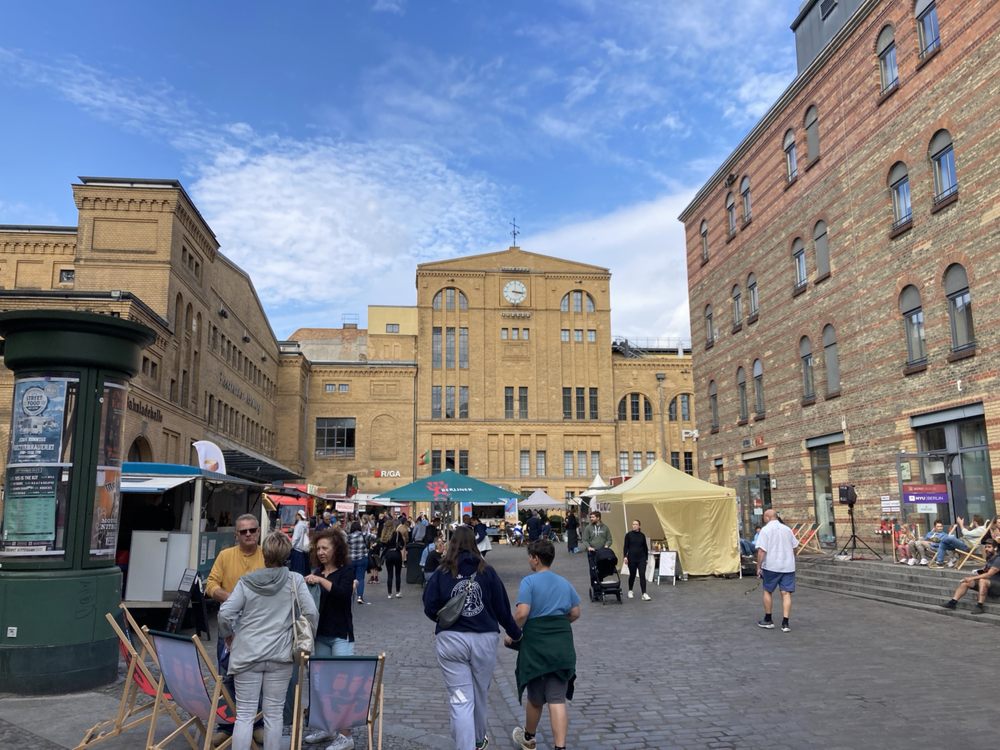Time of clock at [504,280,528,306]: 3:16
